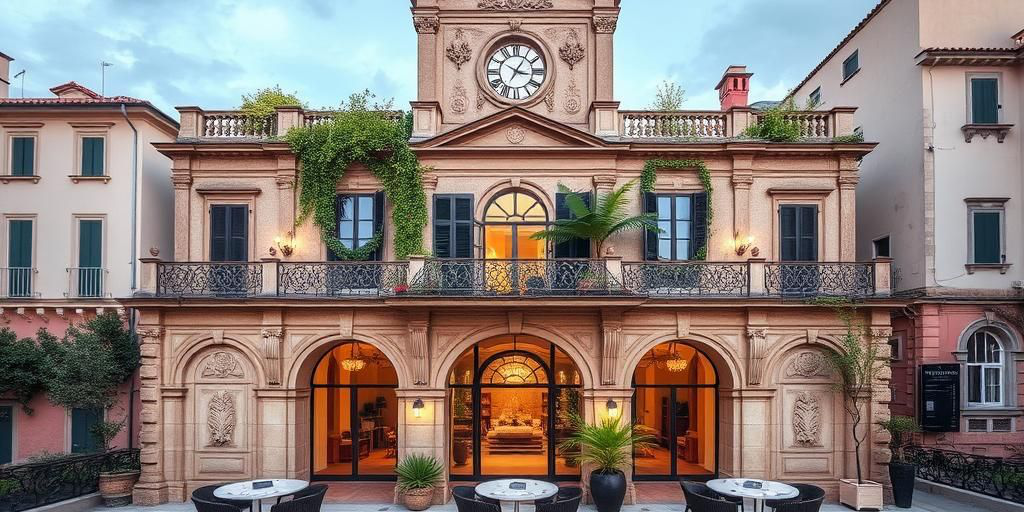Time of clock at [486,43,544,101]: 3:05
